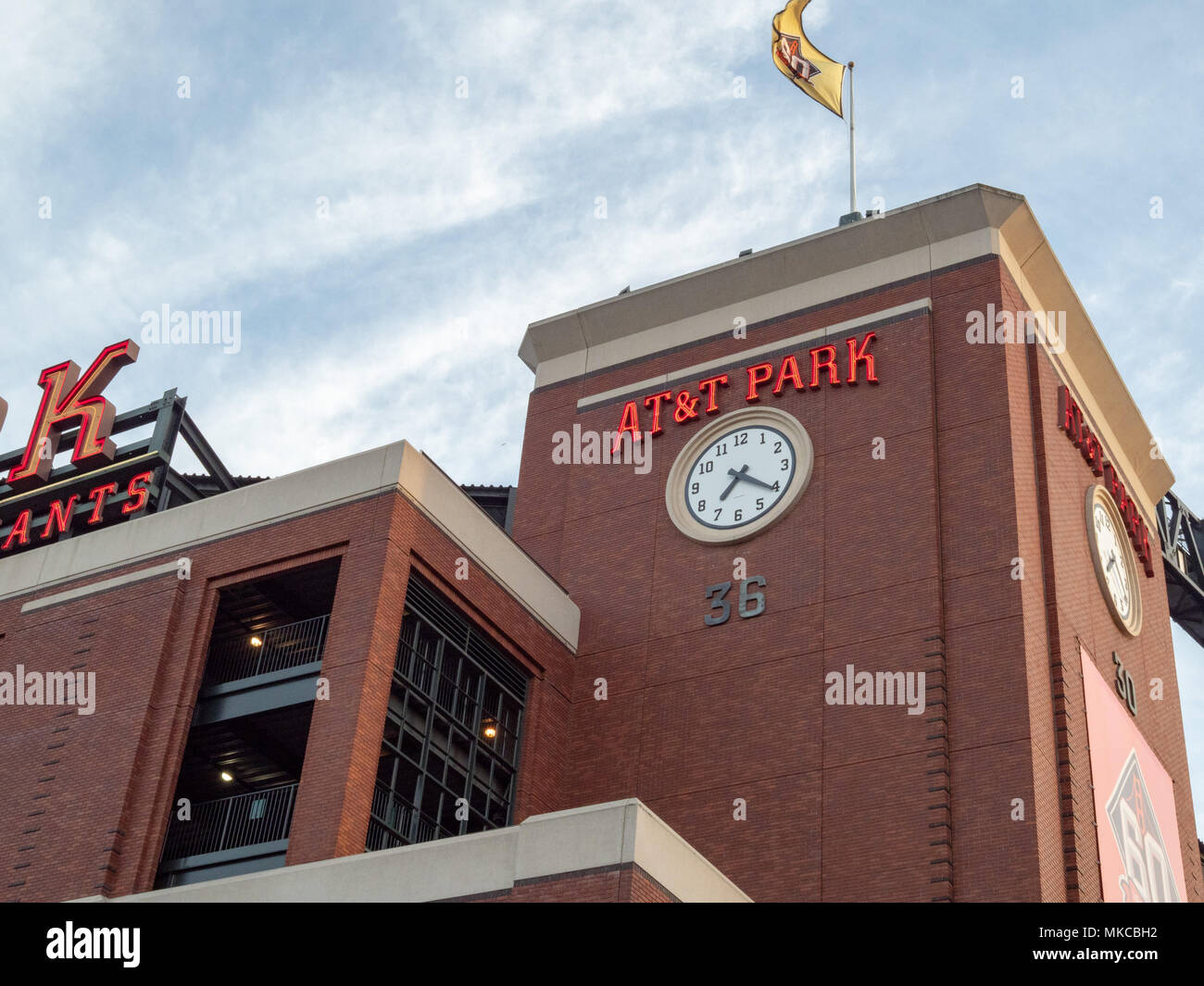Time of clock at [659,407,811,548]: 7:20
